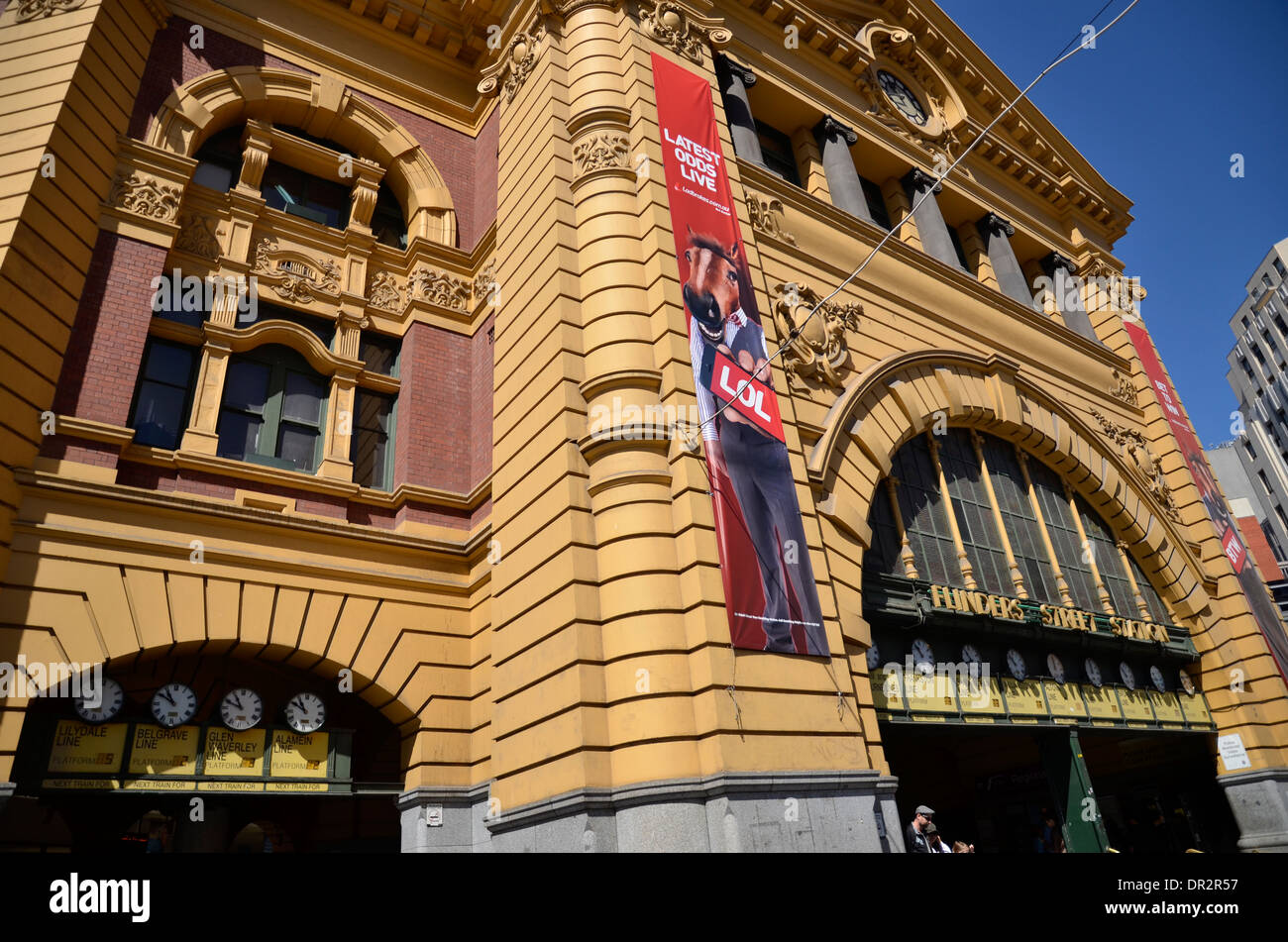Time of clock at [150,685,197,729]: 10:50
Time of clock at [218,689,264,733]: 10:48
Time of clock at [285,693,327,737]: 10:50
